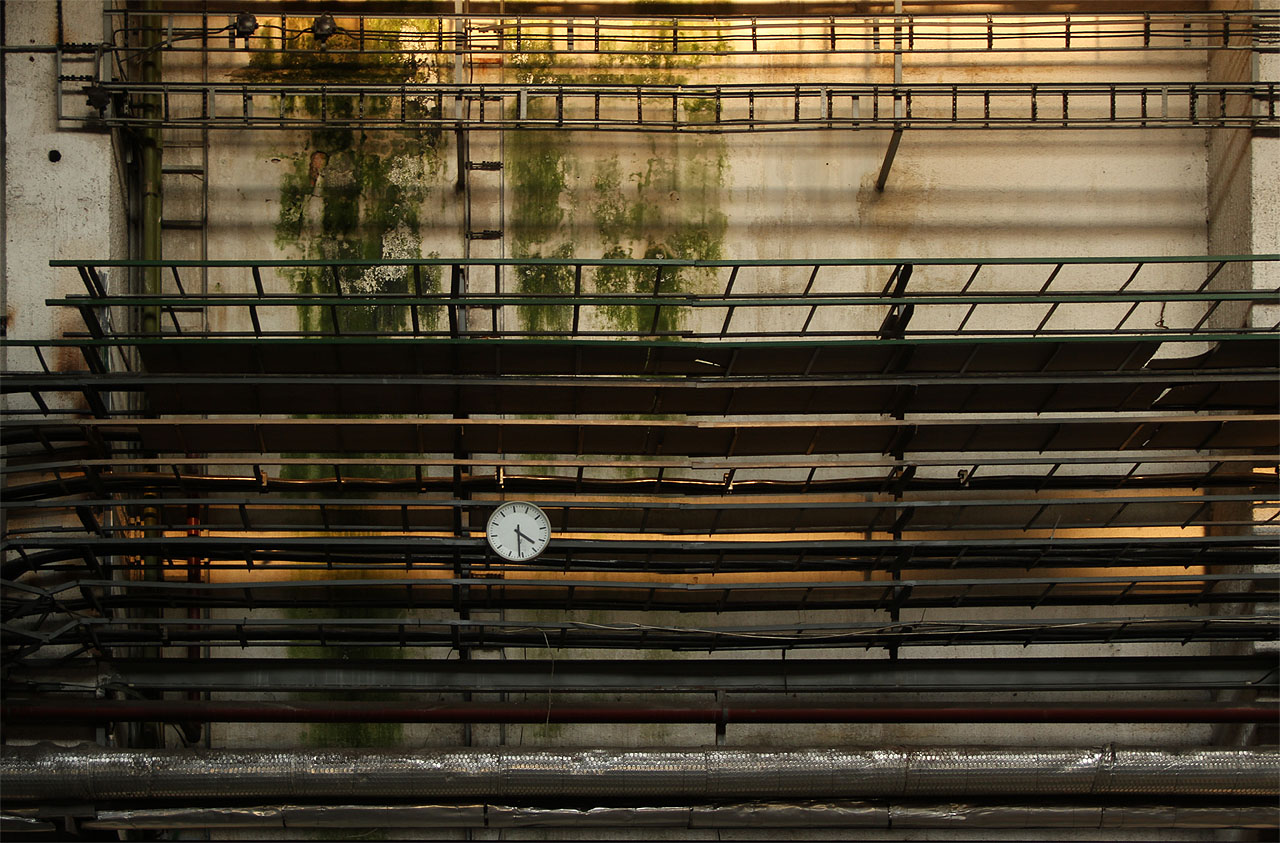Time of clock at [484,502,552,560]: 4:31
